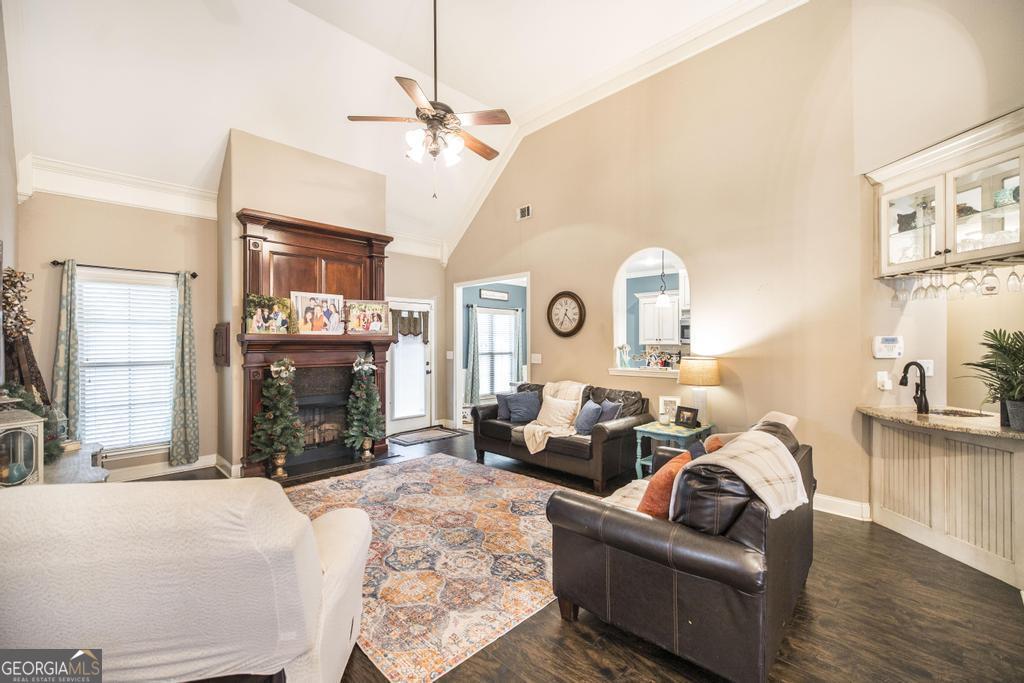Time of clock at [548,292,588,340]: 4:33
